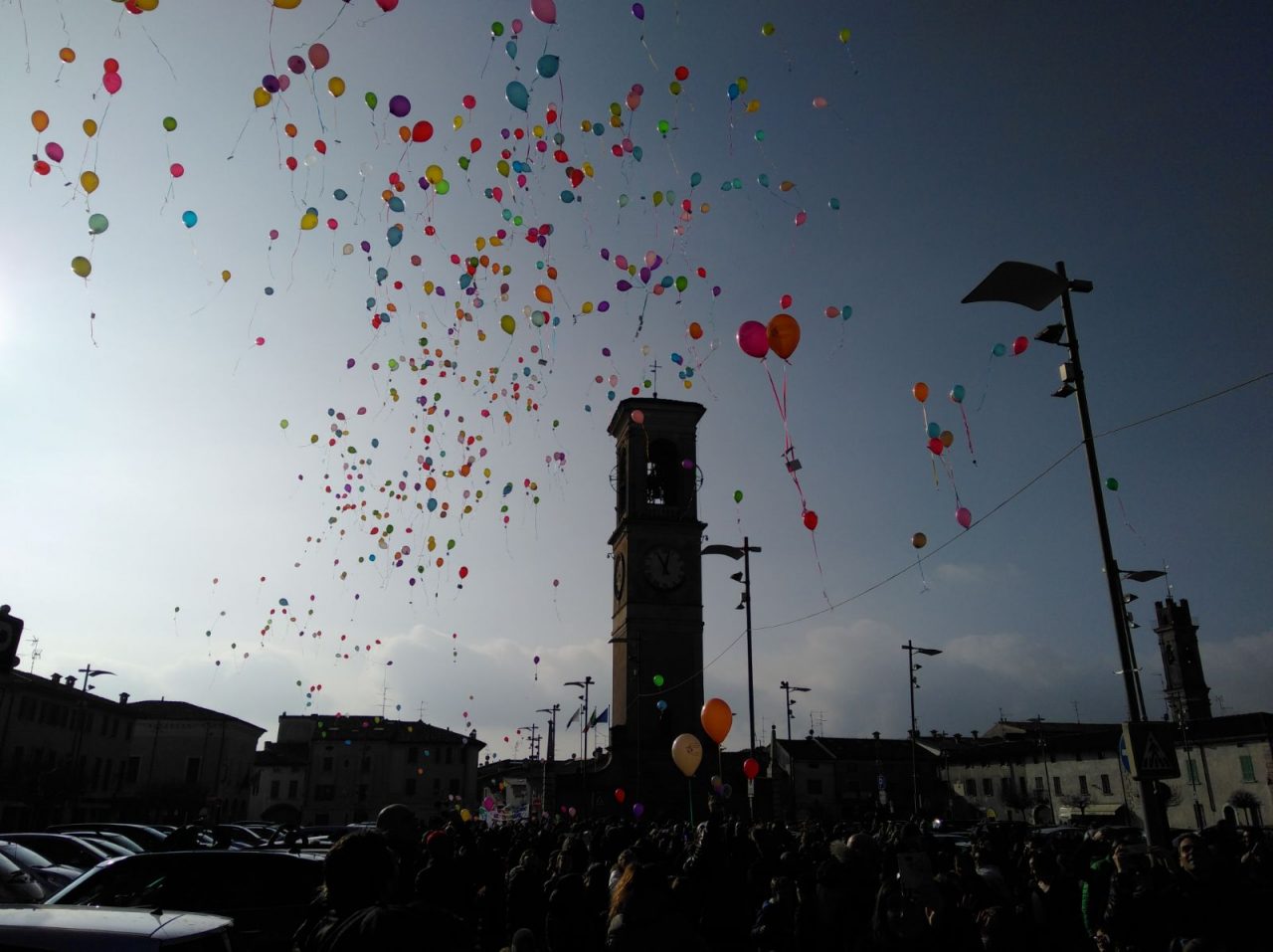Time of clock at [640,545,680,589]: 11:02
